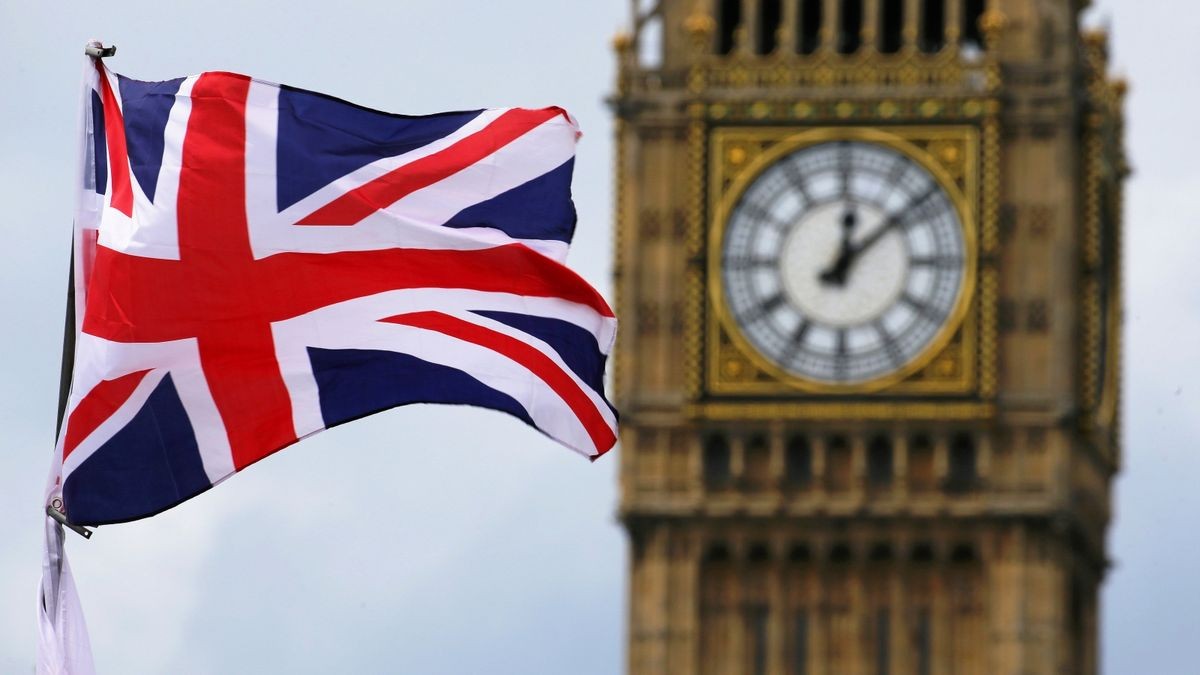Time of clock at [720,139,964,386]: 12:08
